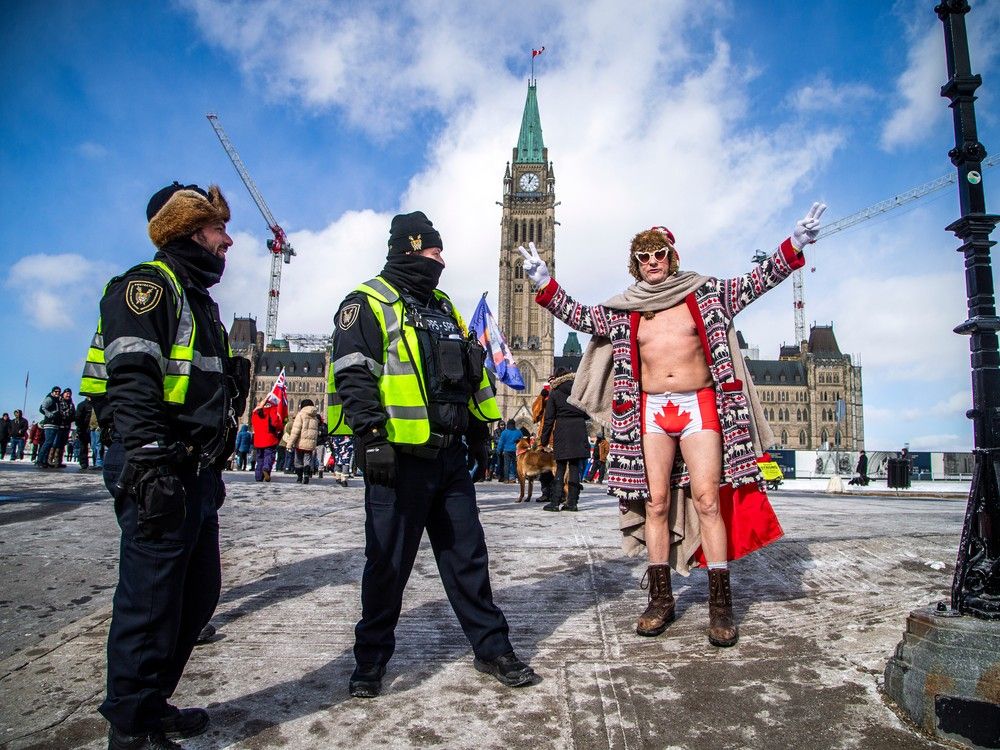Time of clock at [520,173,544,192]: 12:05
